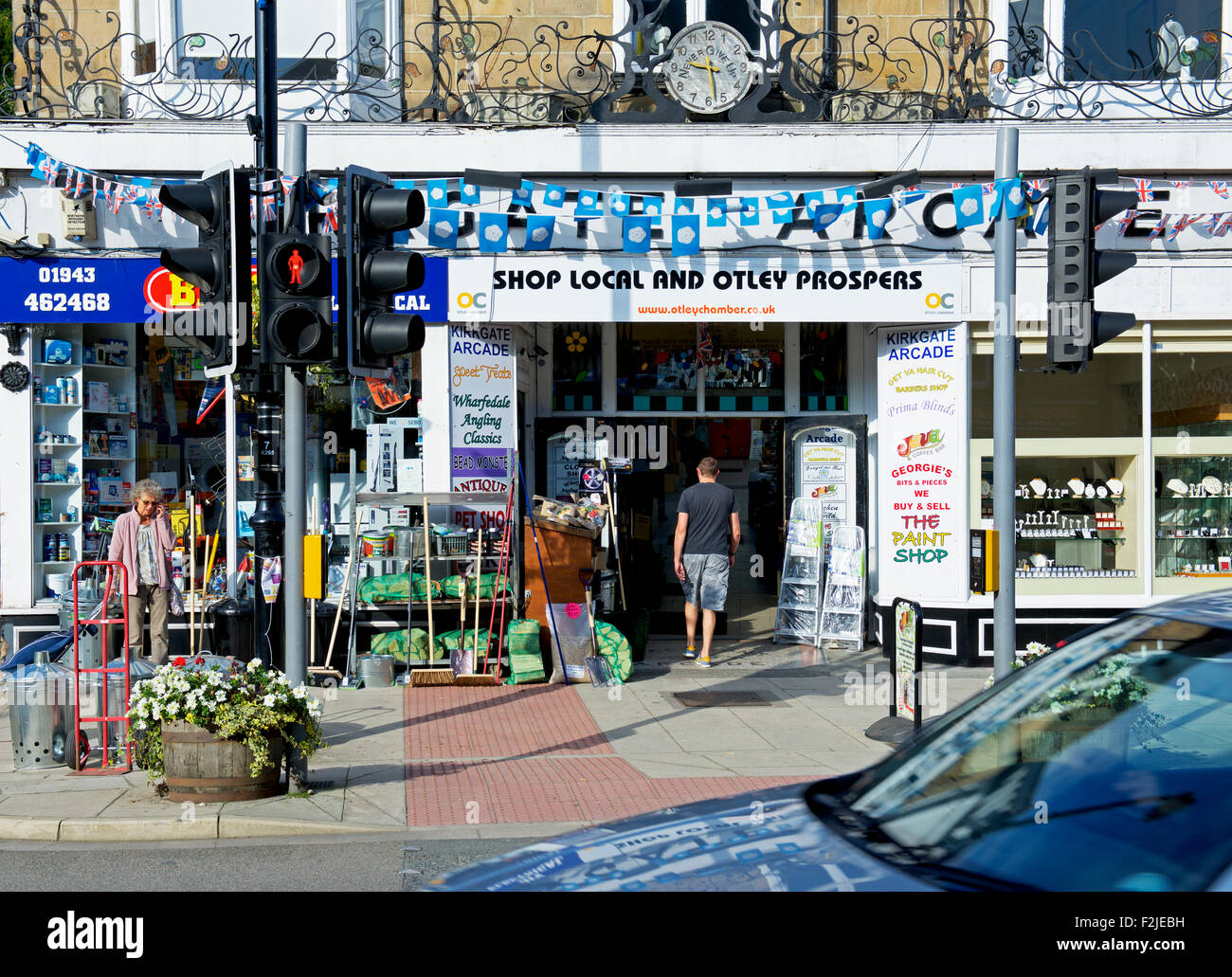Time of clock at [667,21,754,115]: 9:28
